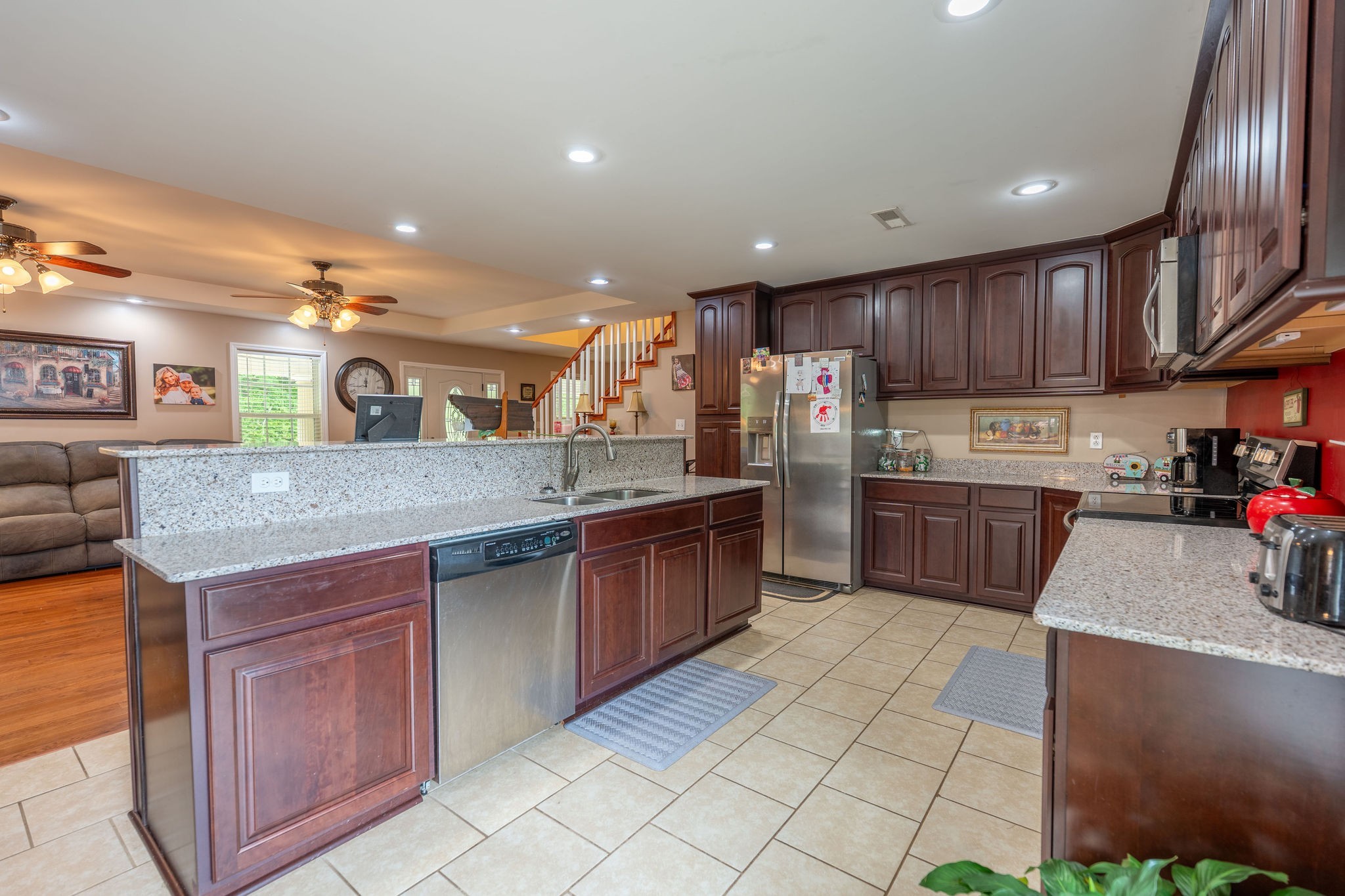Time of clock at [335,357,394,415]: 12:01
